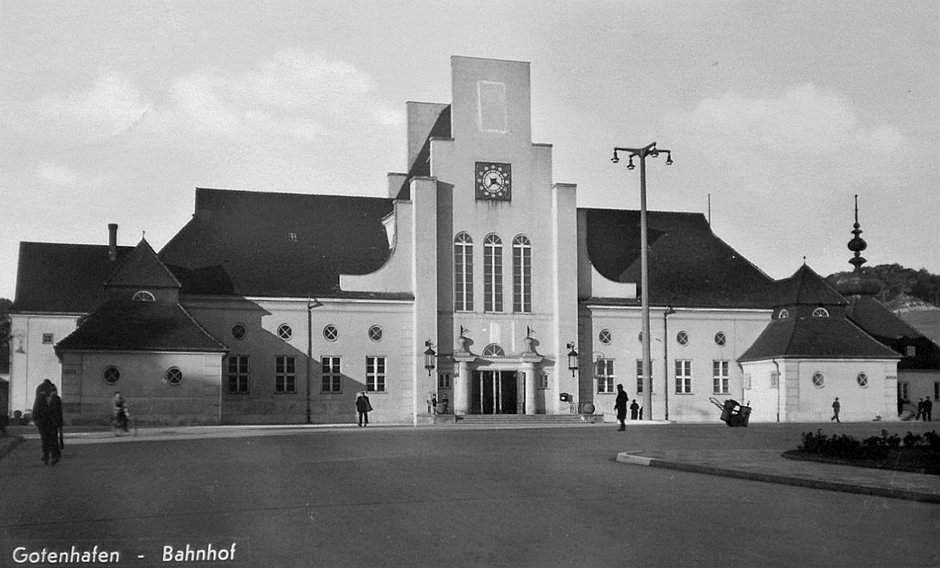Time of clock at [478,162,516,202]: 7:19
